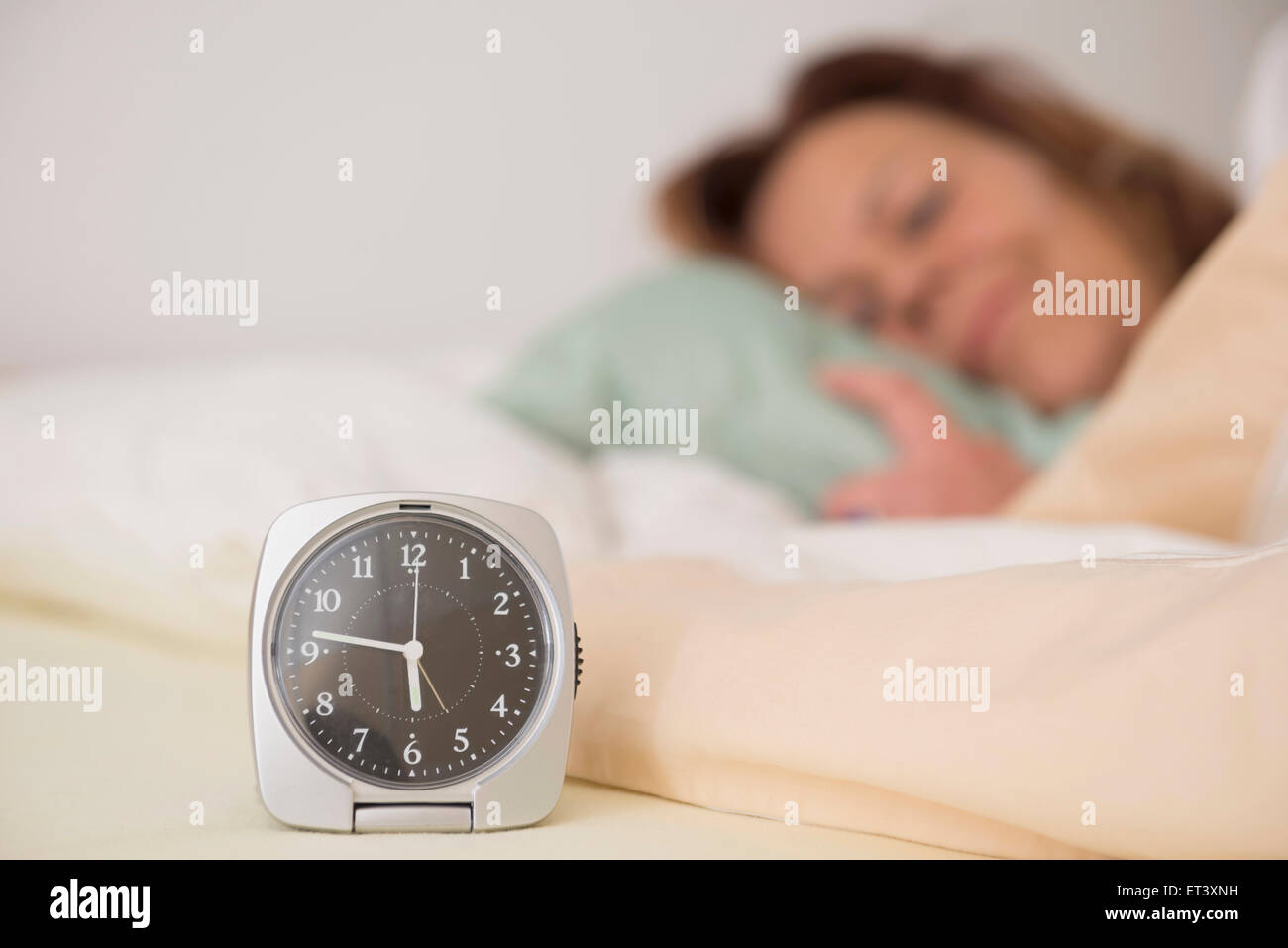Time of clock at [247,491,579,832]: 5:46
